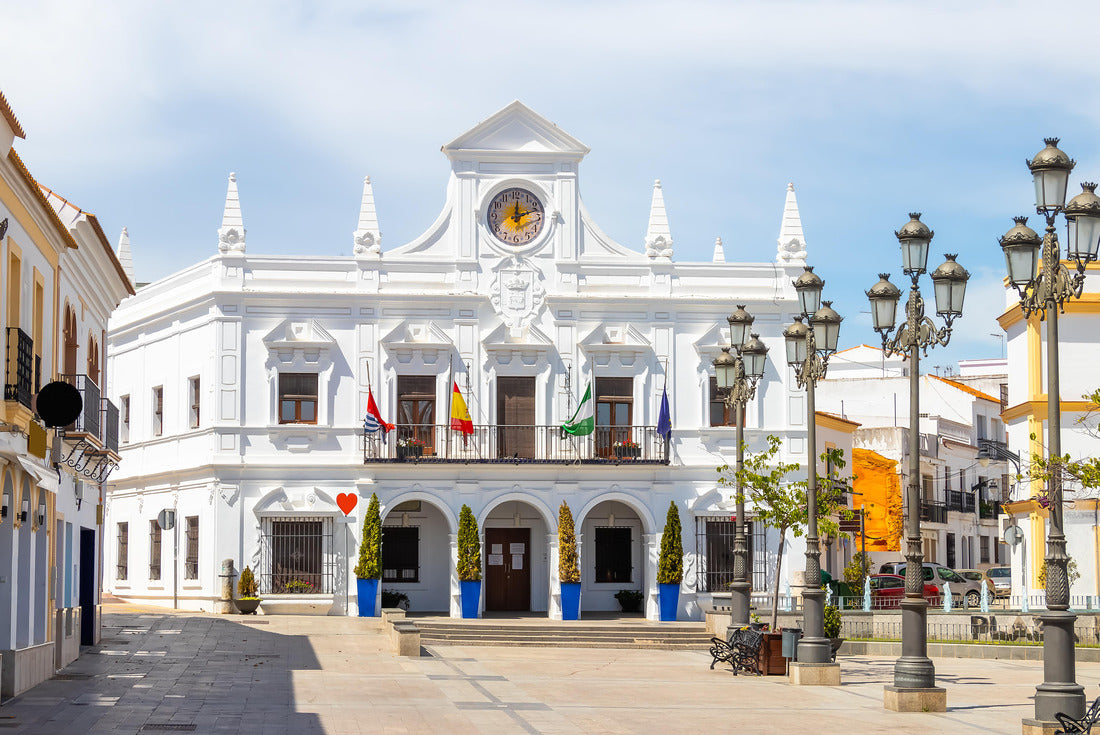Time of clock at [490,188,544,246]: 12:11
